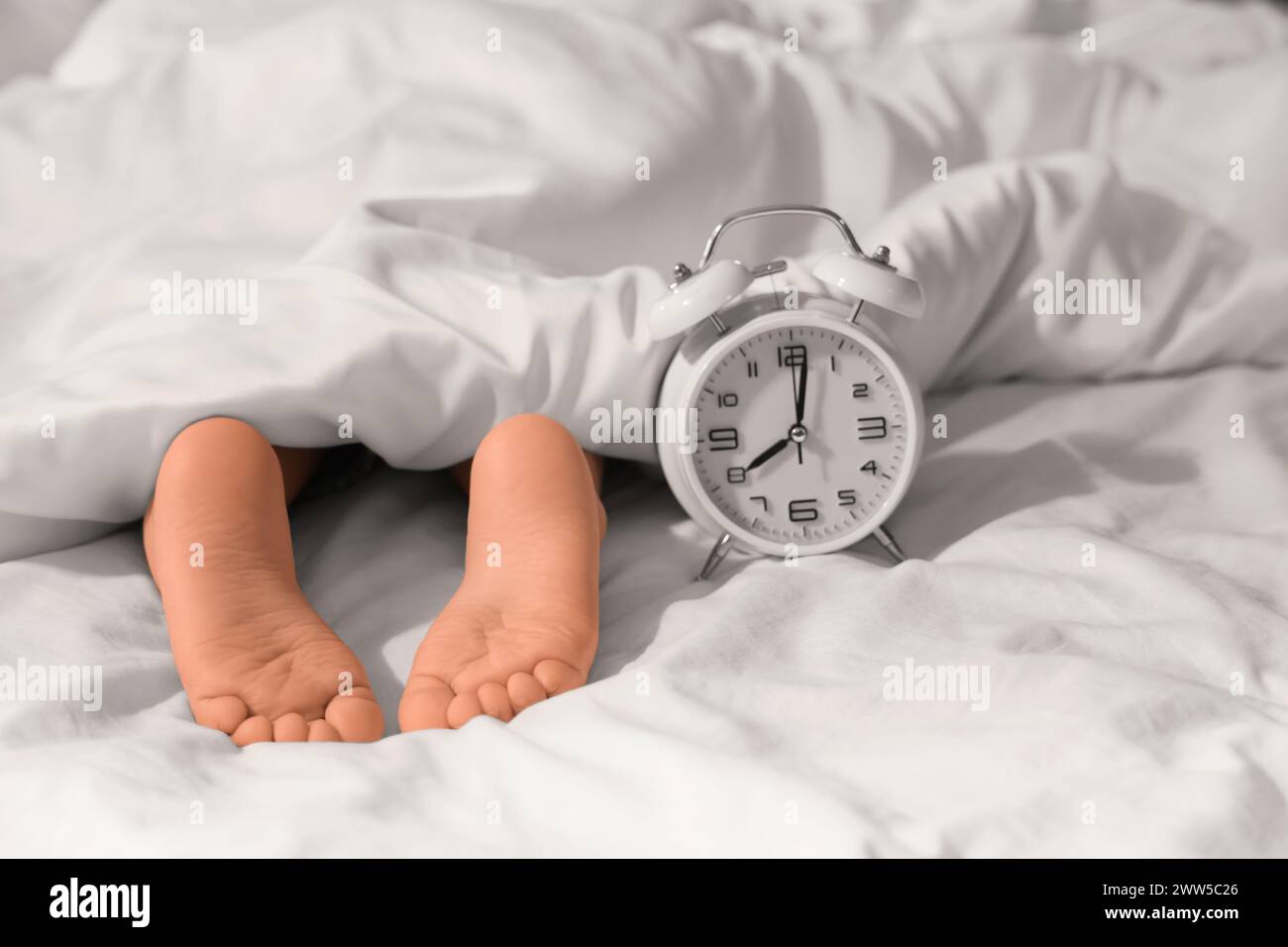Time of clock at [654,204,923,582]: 8:01
